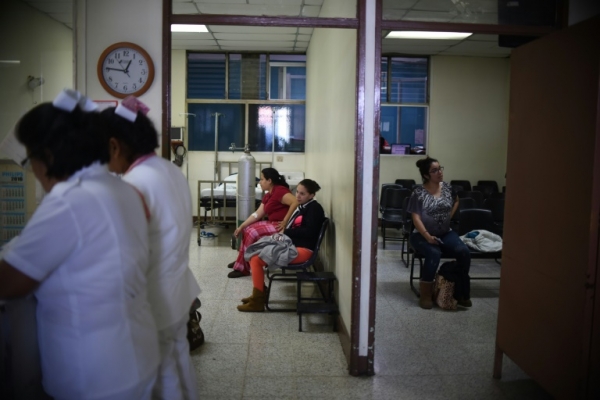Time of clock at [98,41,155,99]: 12:45
